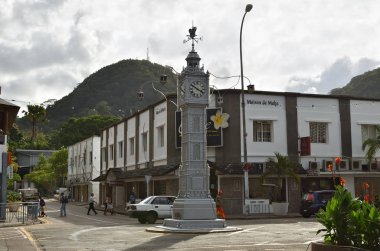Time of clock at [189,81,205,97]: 3:50
